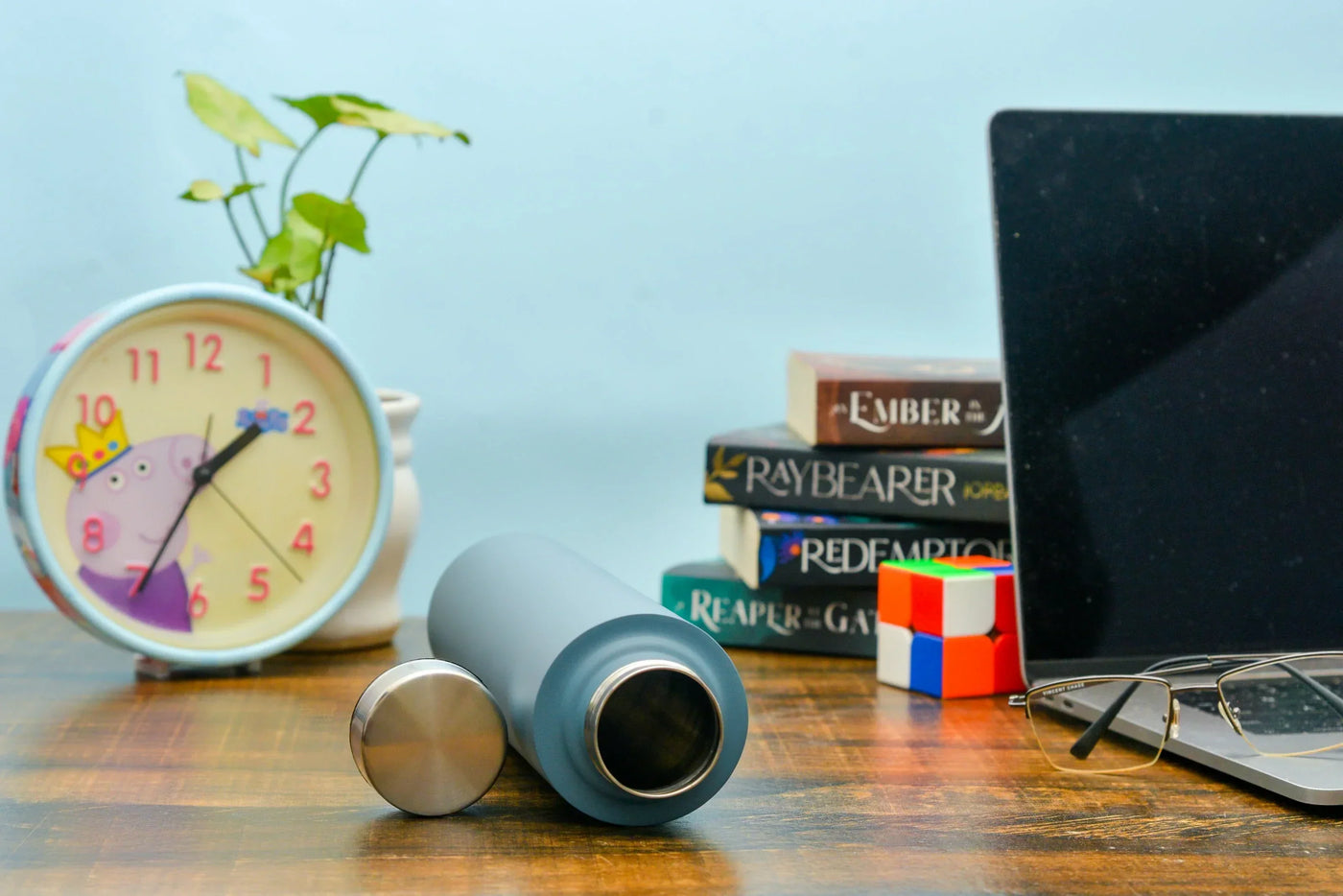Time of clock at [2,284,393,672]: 1:34
